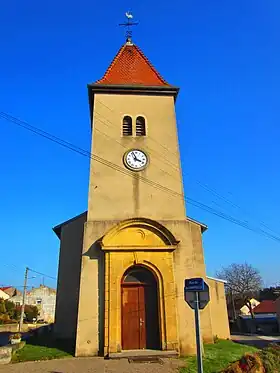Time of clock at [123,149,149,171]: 3:56
